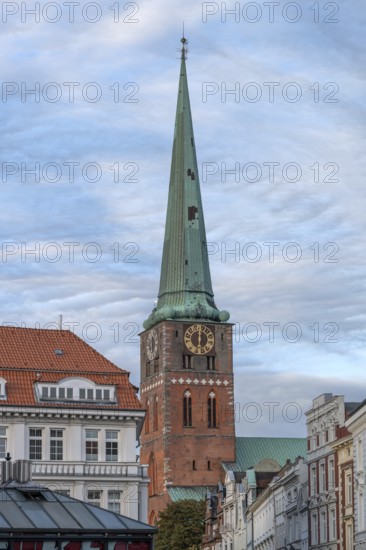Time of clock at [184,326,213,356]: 6:00
